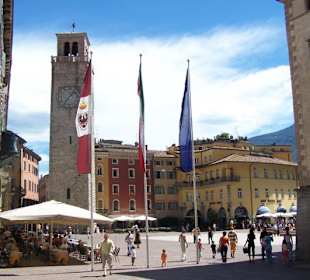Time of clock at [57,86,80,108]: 7:07
